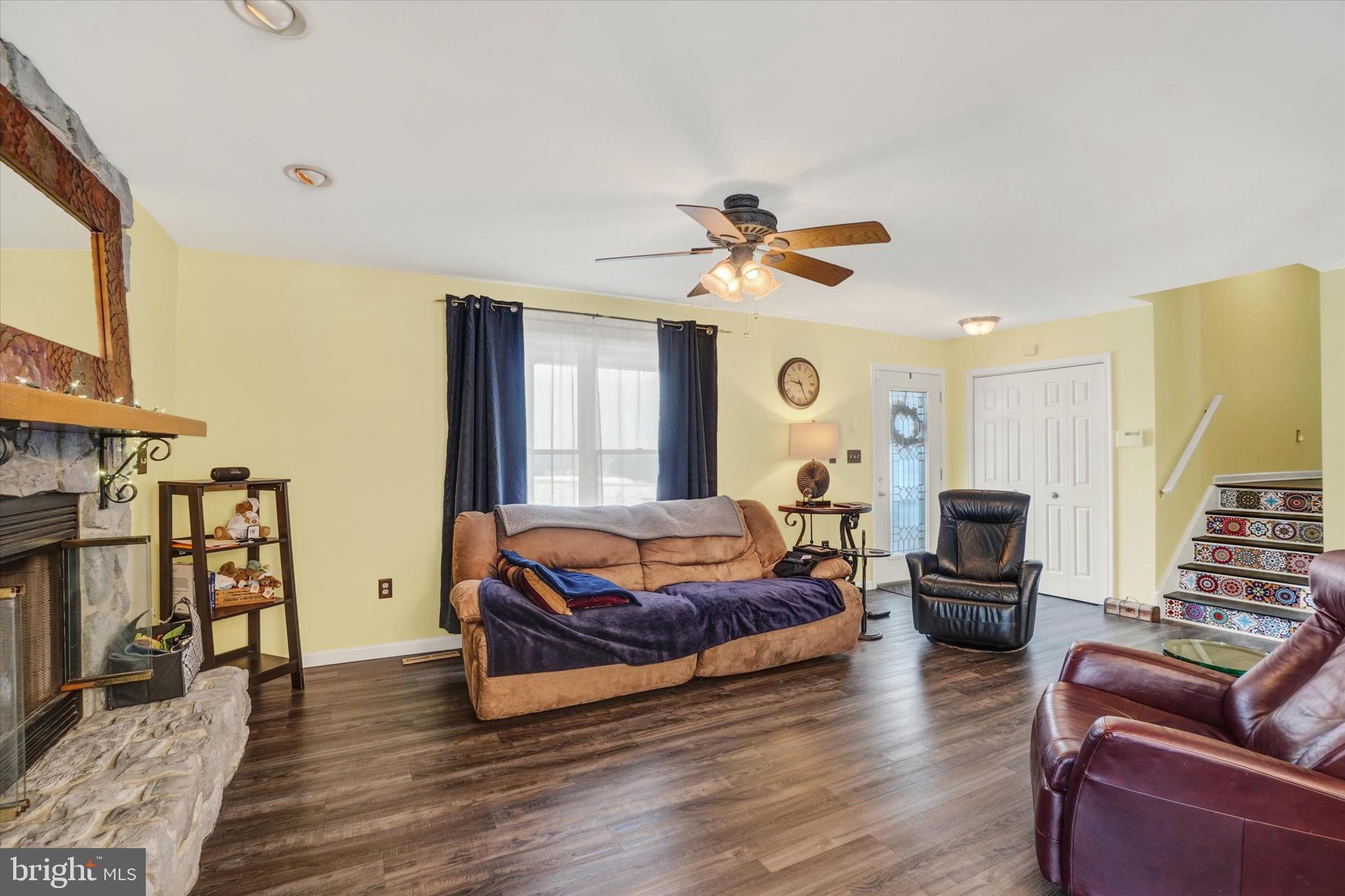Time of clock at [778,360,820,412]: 9:25
